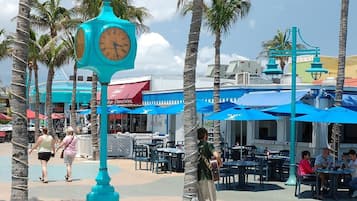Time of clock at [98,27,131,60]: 3:27
